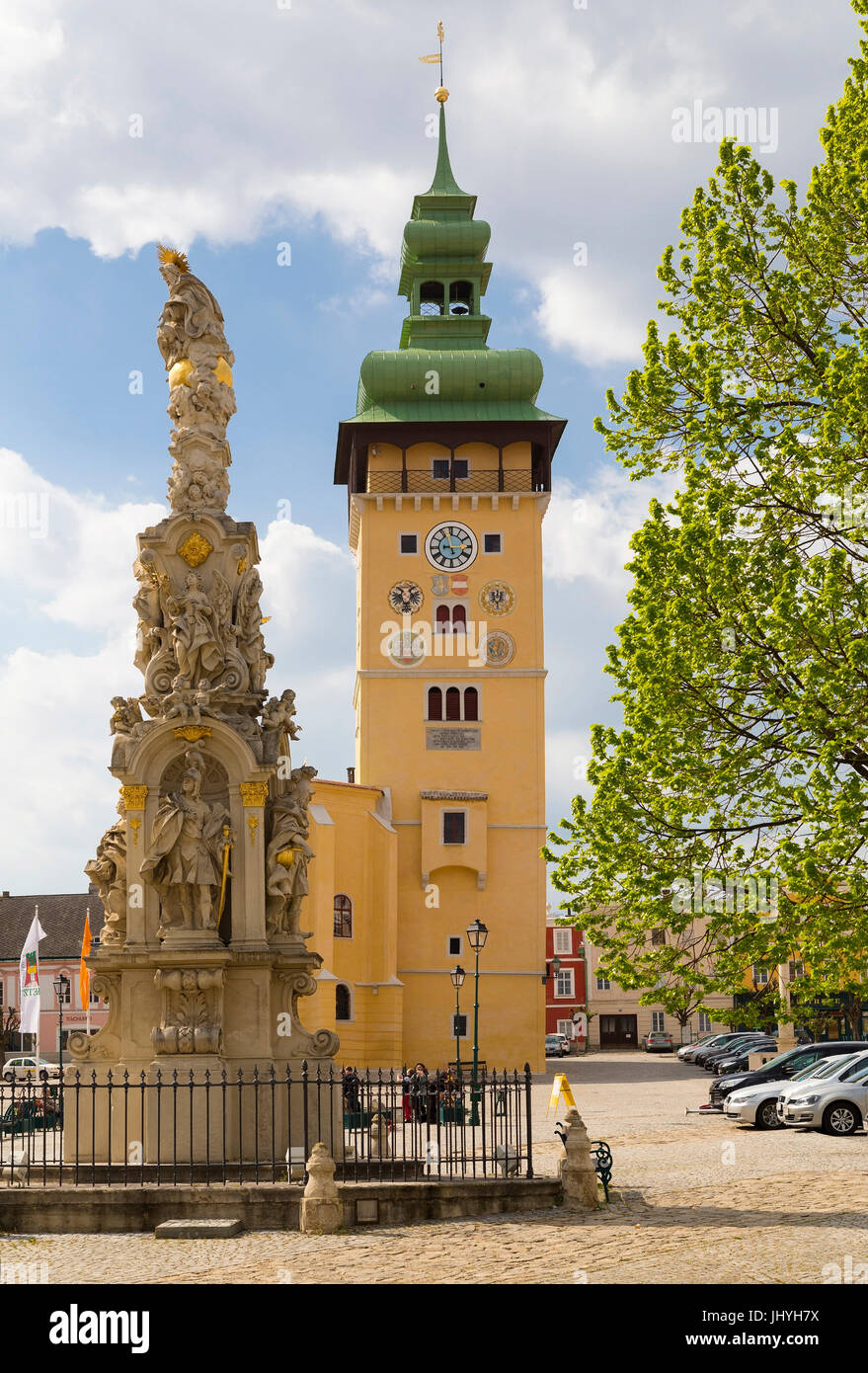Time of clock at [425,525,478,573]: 2:57
